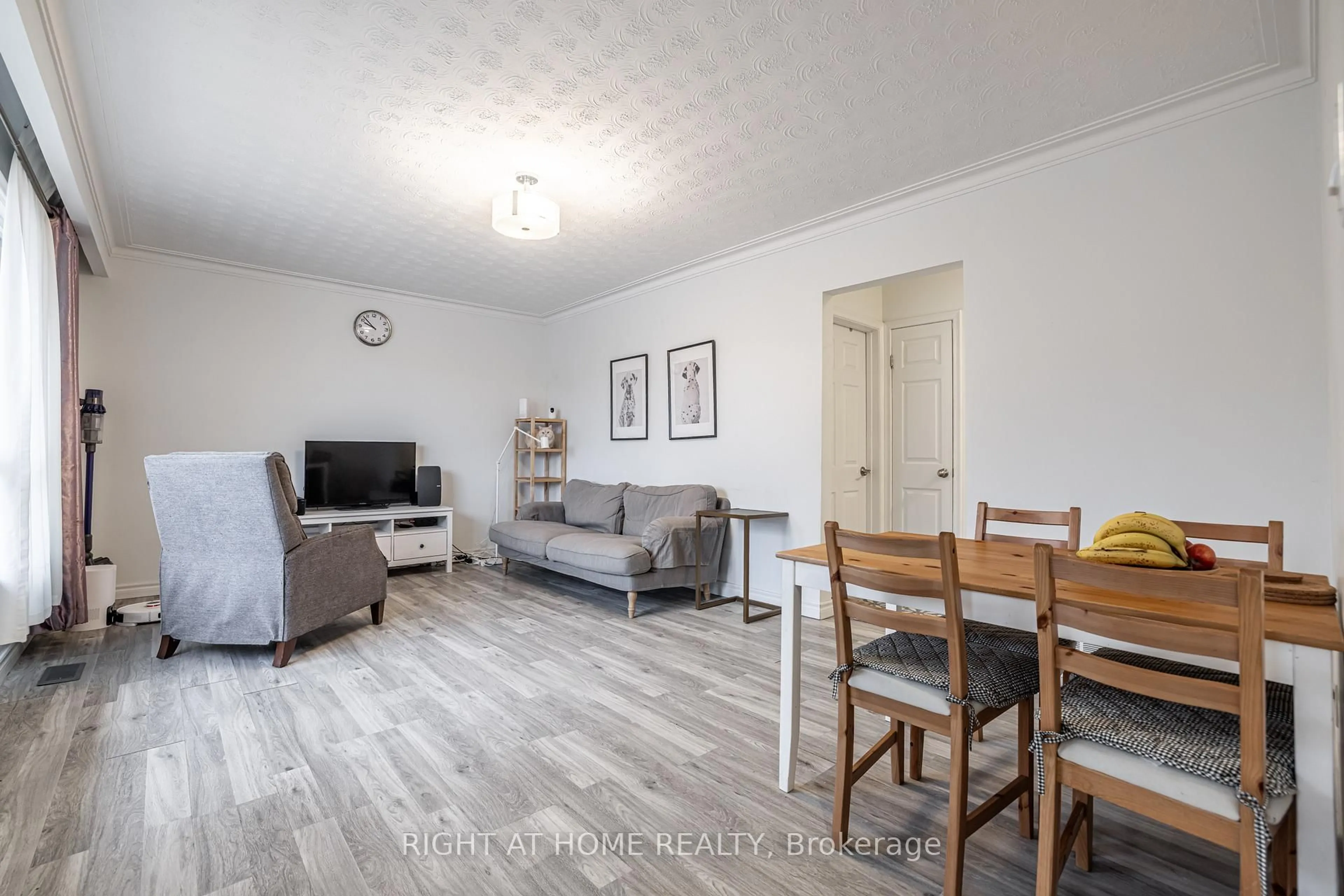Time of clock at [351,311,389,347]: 9:52
